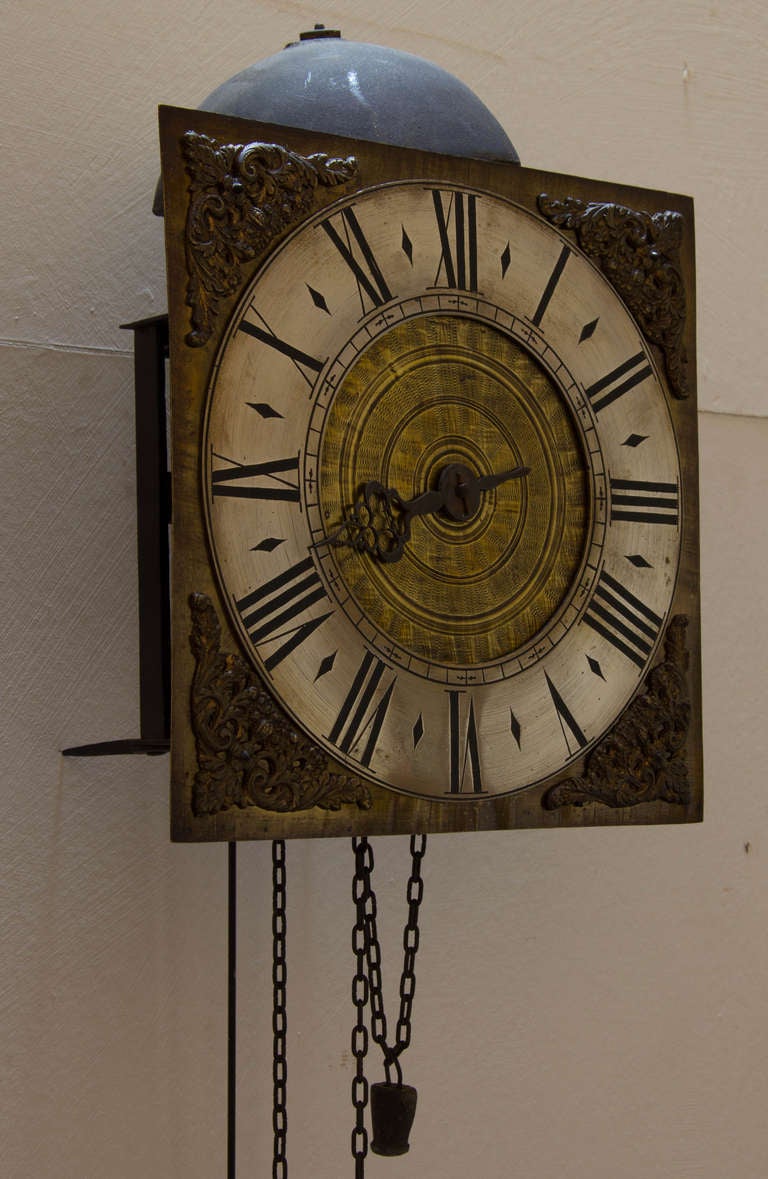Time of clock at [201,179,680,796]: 8:12
